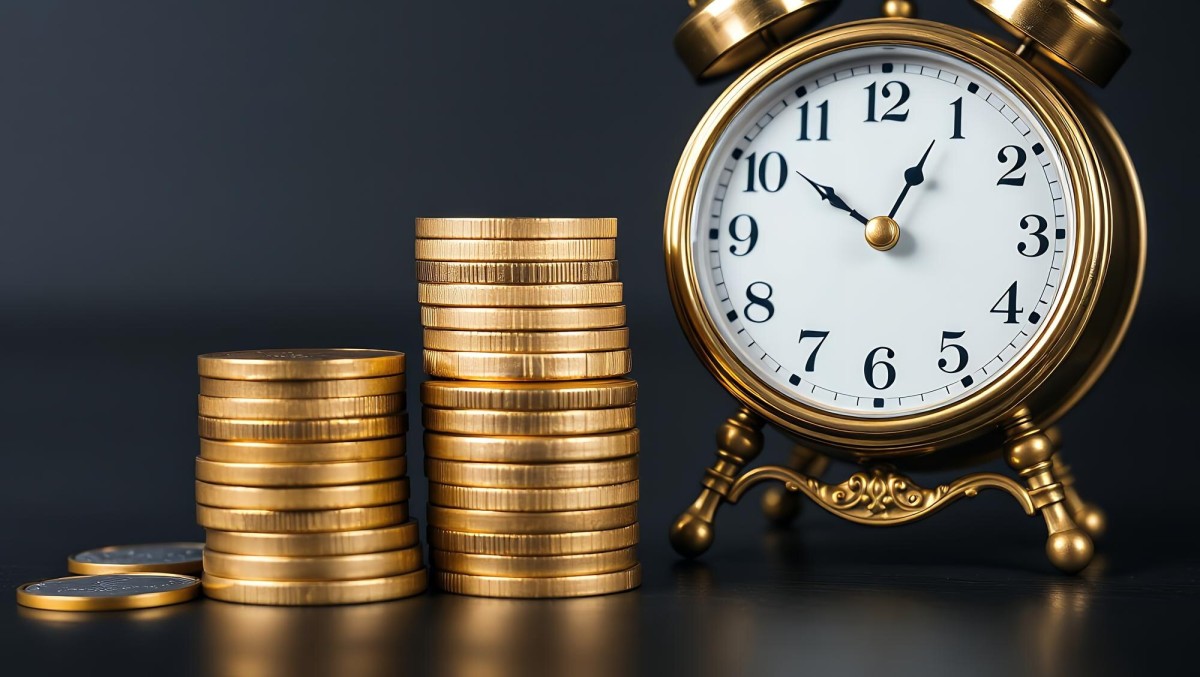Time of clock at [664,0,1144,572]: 12:51
